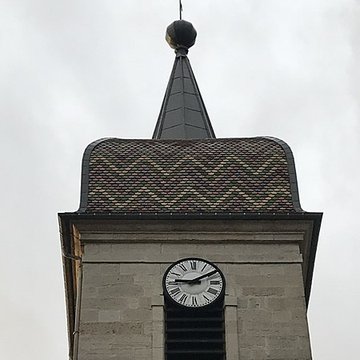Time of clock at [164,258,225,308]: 9:10
